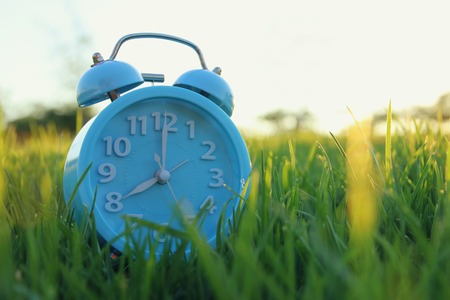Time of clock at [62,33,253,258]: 8:00
